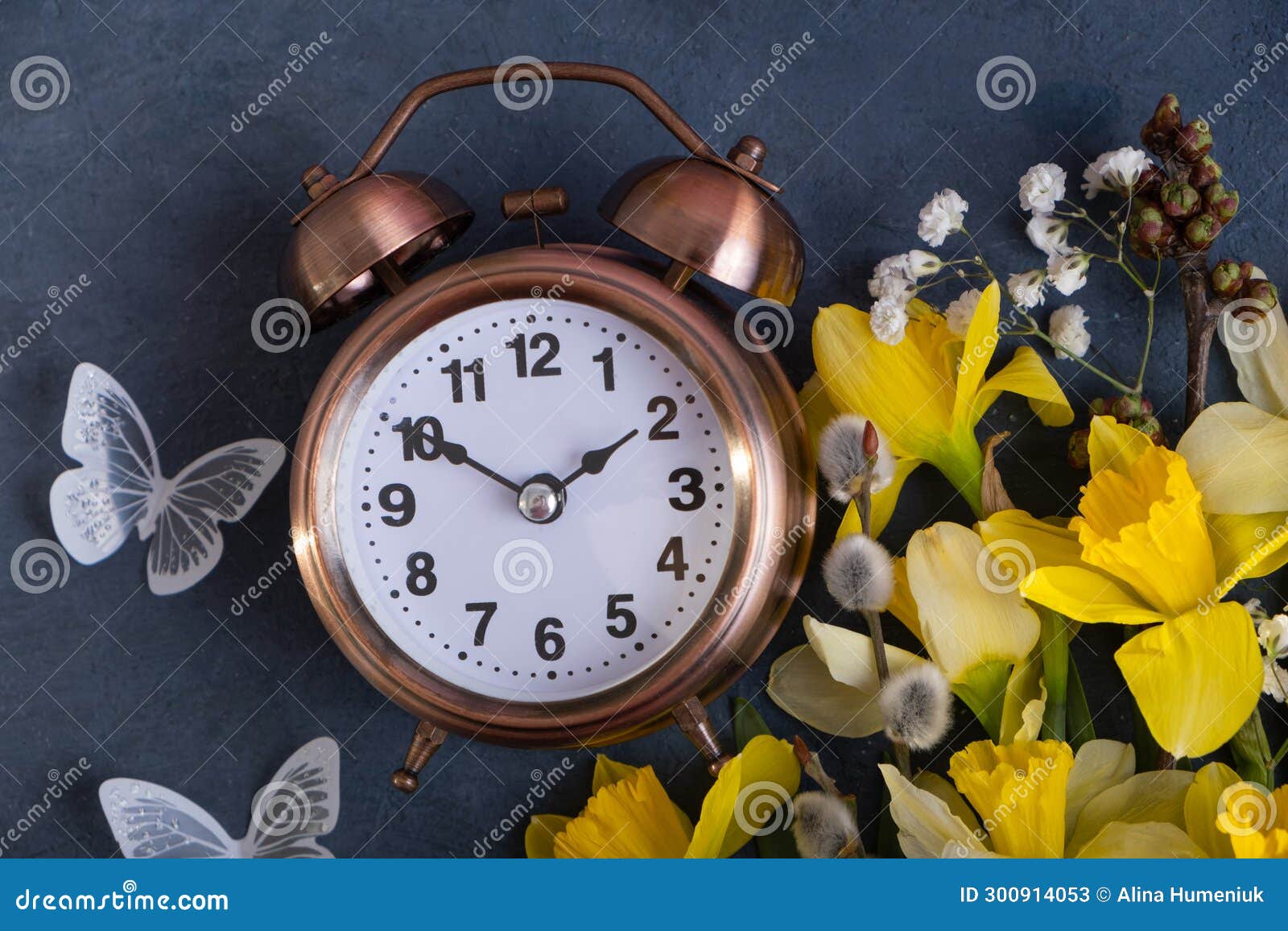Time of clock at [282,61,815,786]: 1:50
